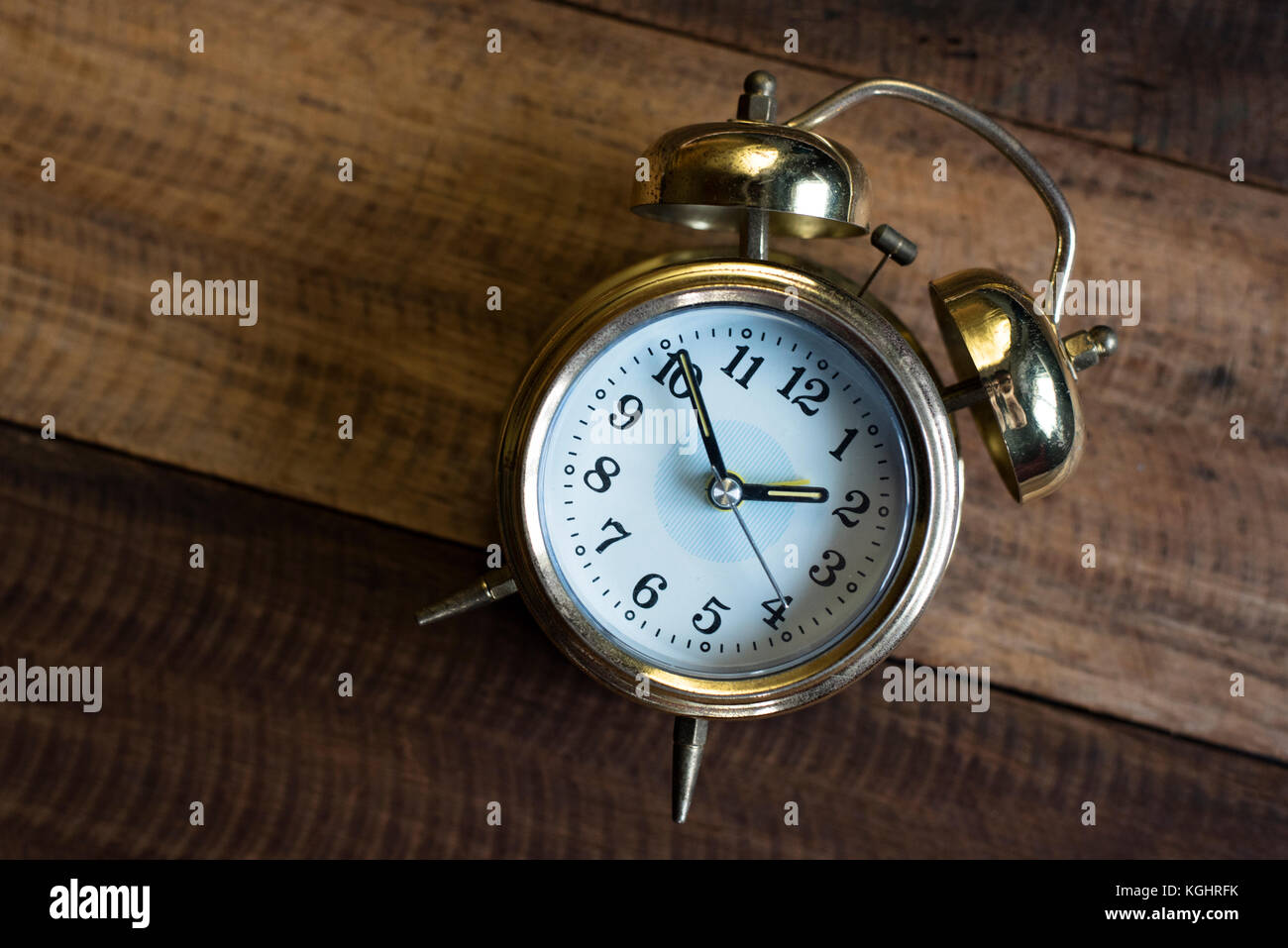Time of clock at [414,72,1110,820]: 2:55
